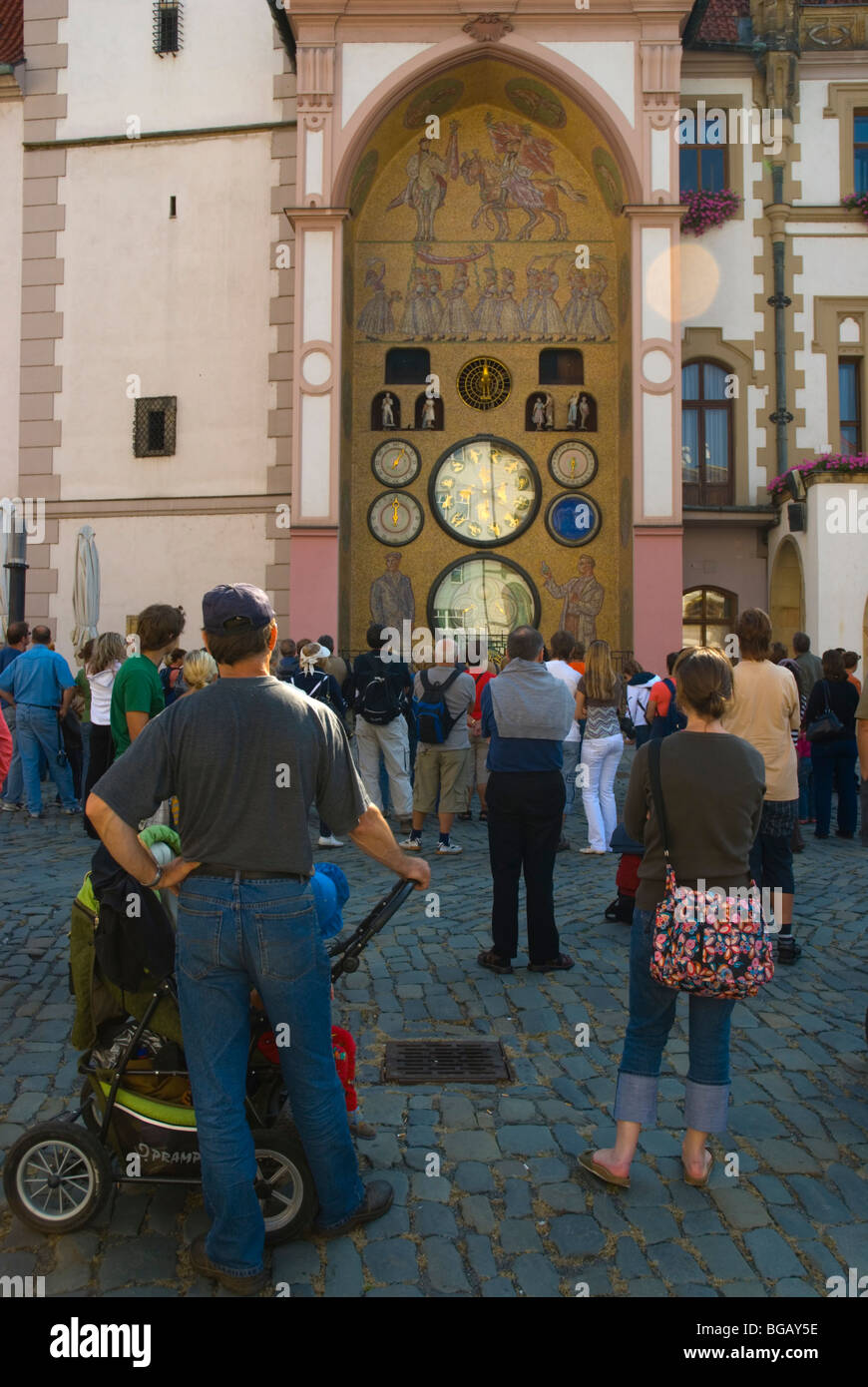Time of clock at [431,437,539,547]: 5:59
